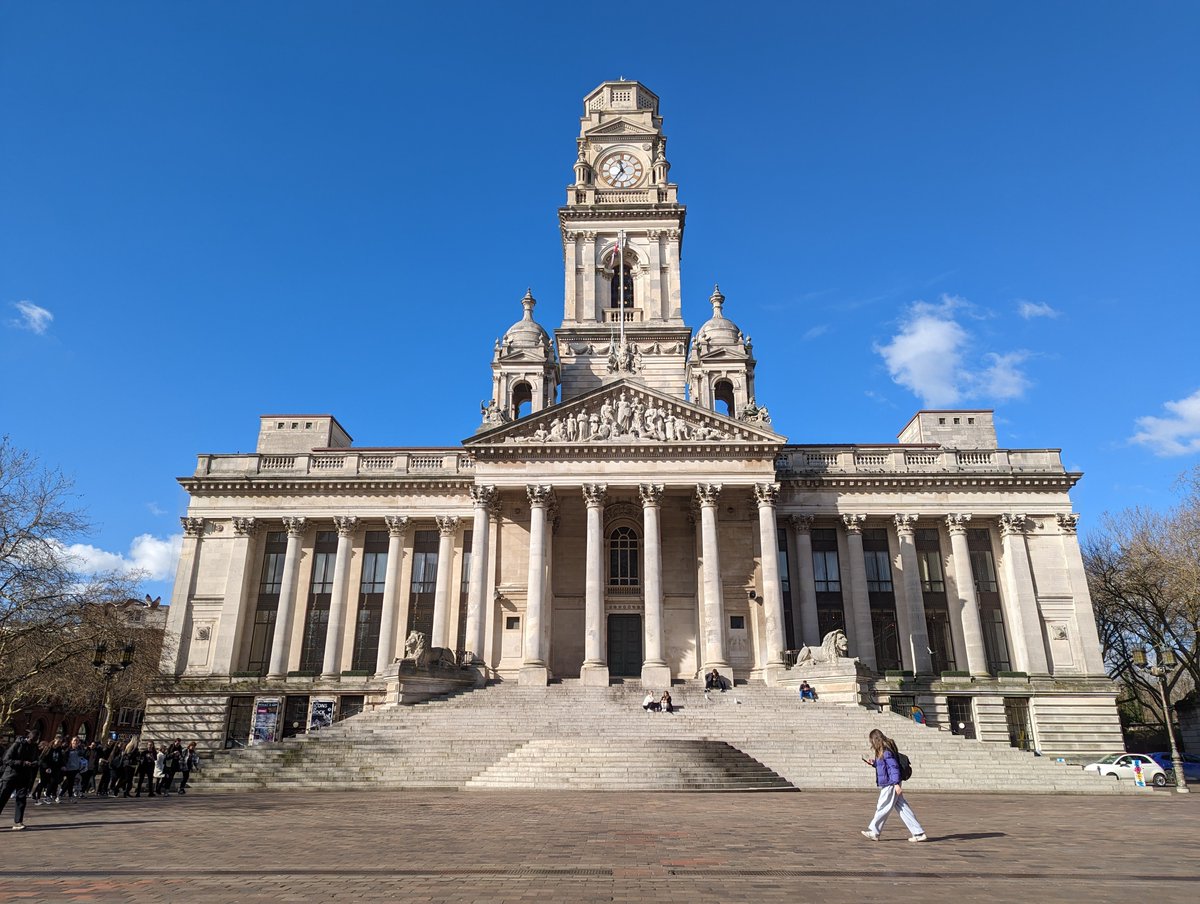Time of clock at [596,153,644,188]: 11:35
